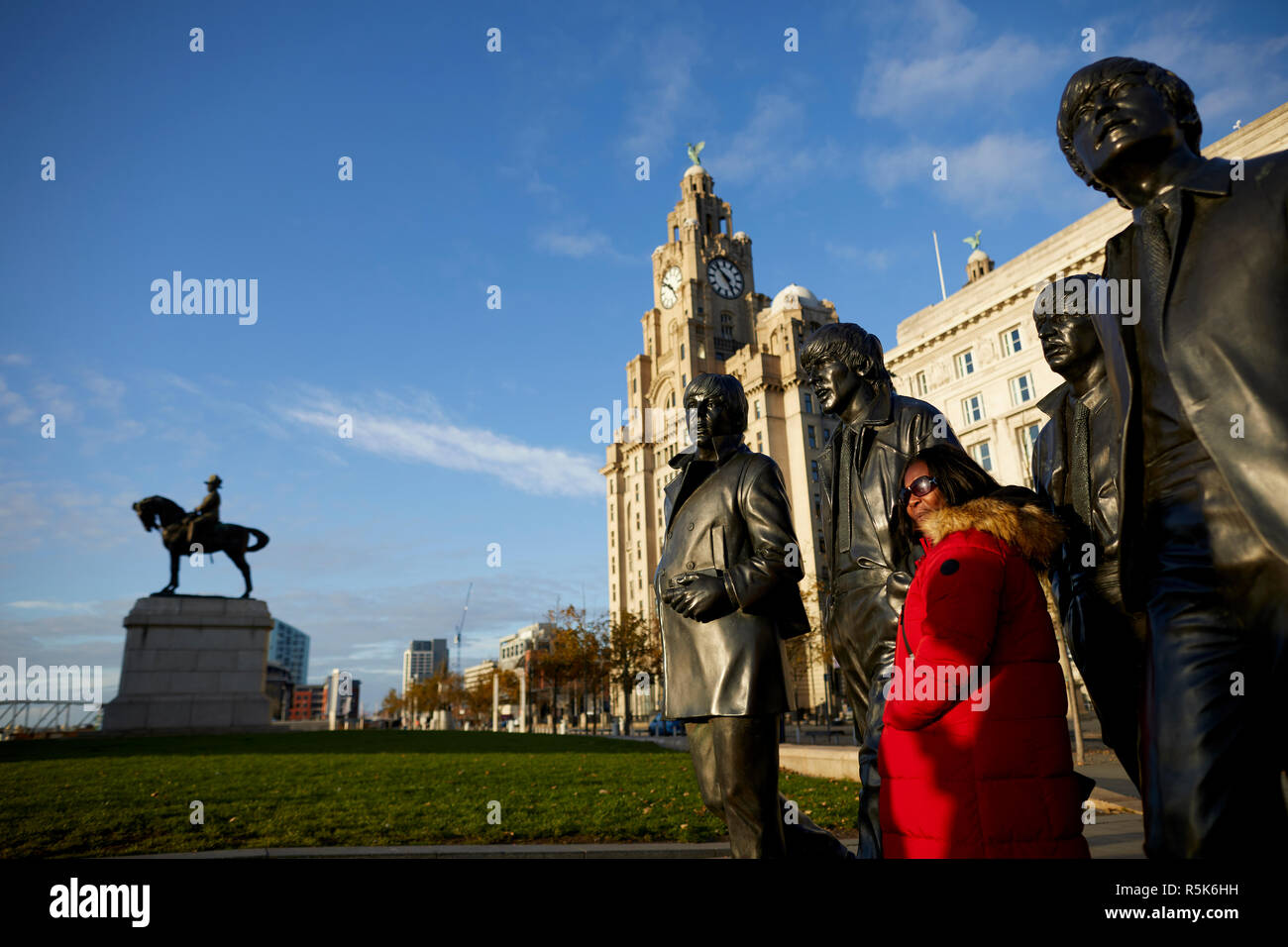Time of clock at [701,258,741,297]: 4:52
